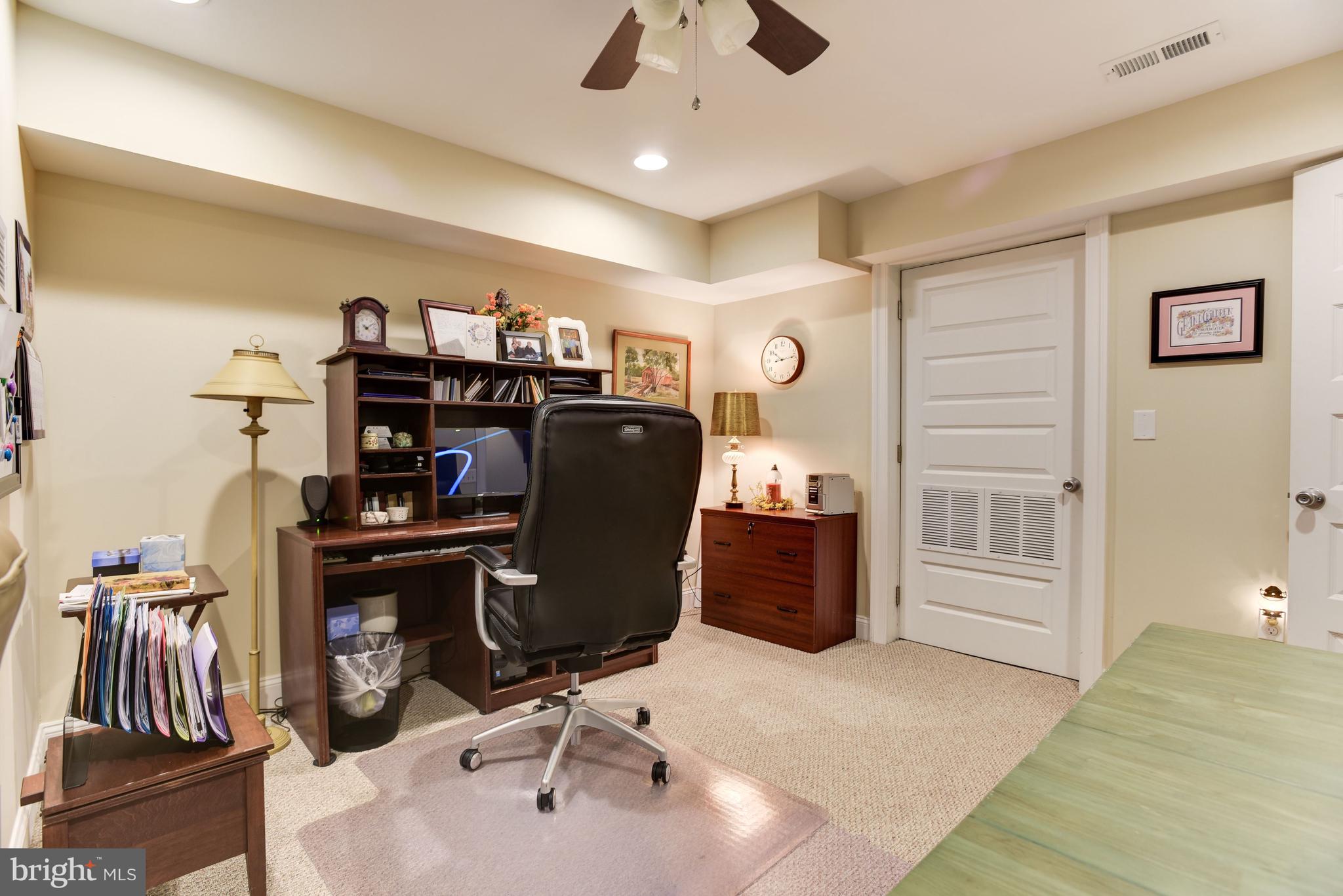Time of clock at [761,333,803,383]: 10:13
